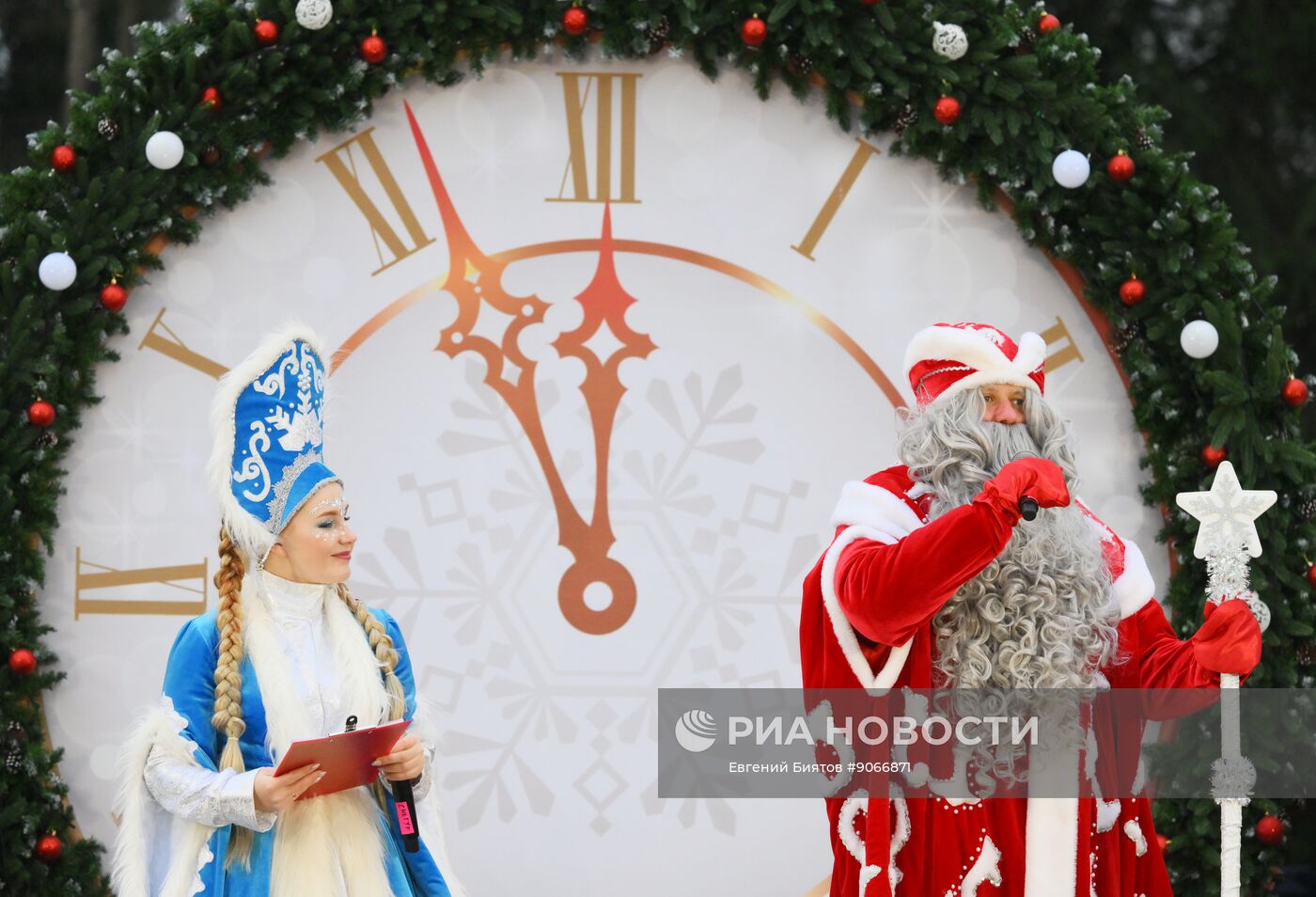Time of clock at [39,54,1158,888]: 11:55
